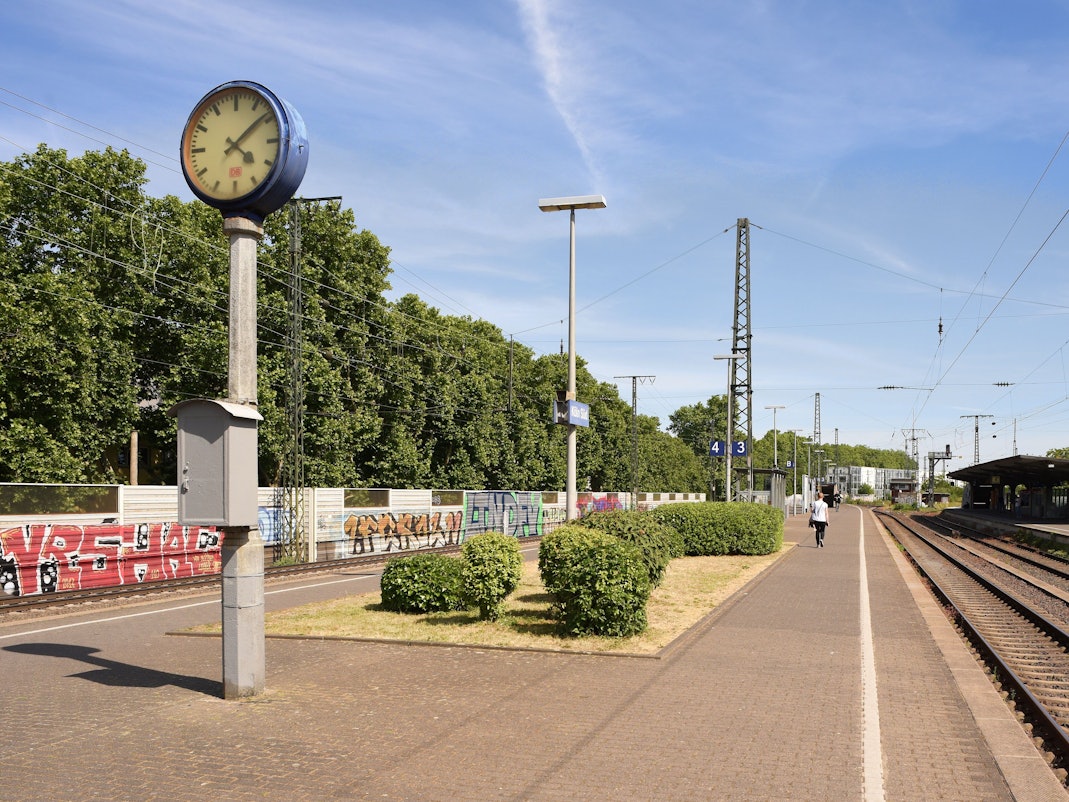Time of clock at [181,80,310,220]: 4:08
